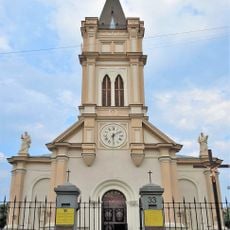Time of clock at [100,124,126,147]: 6:08
